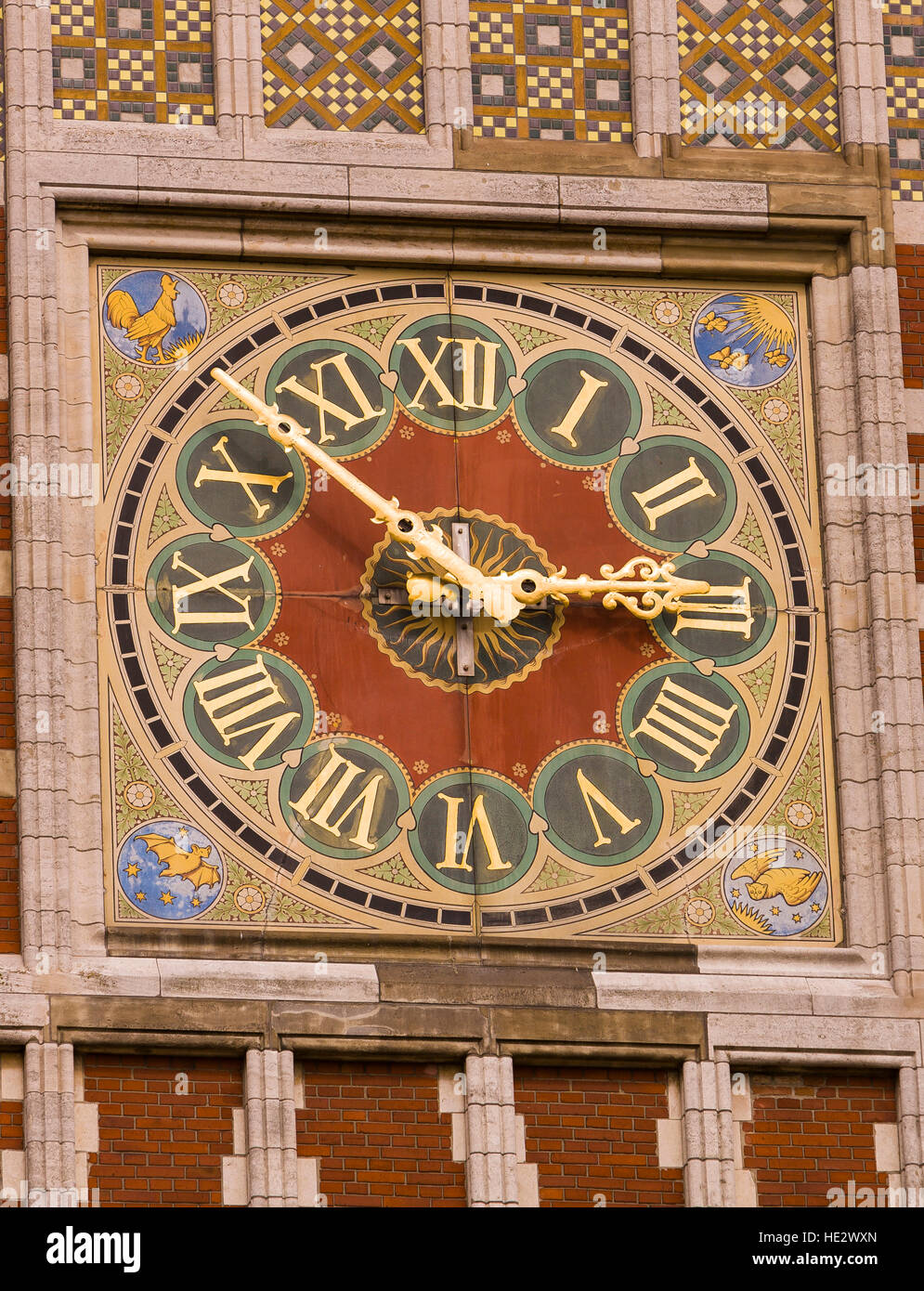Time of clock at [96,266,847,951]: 2:52
